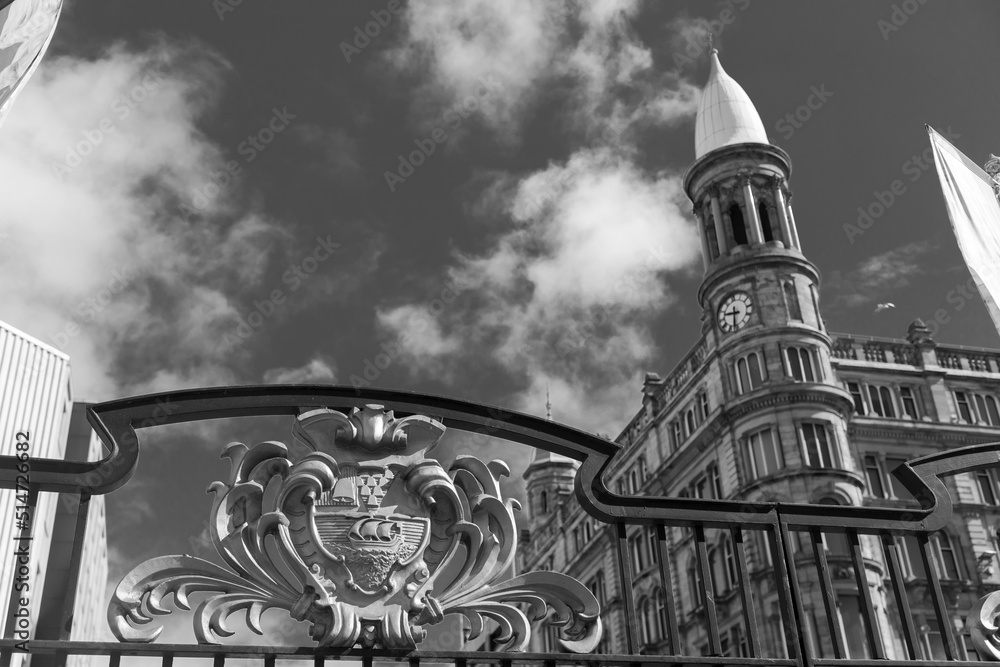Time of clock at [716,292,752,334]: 9:31
